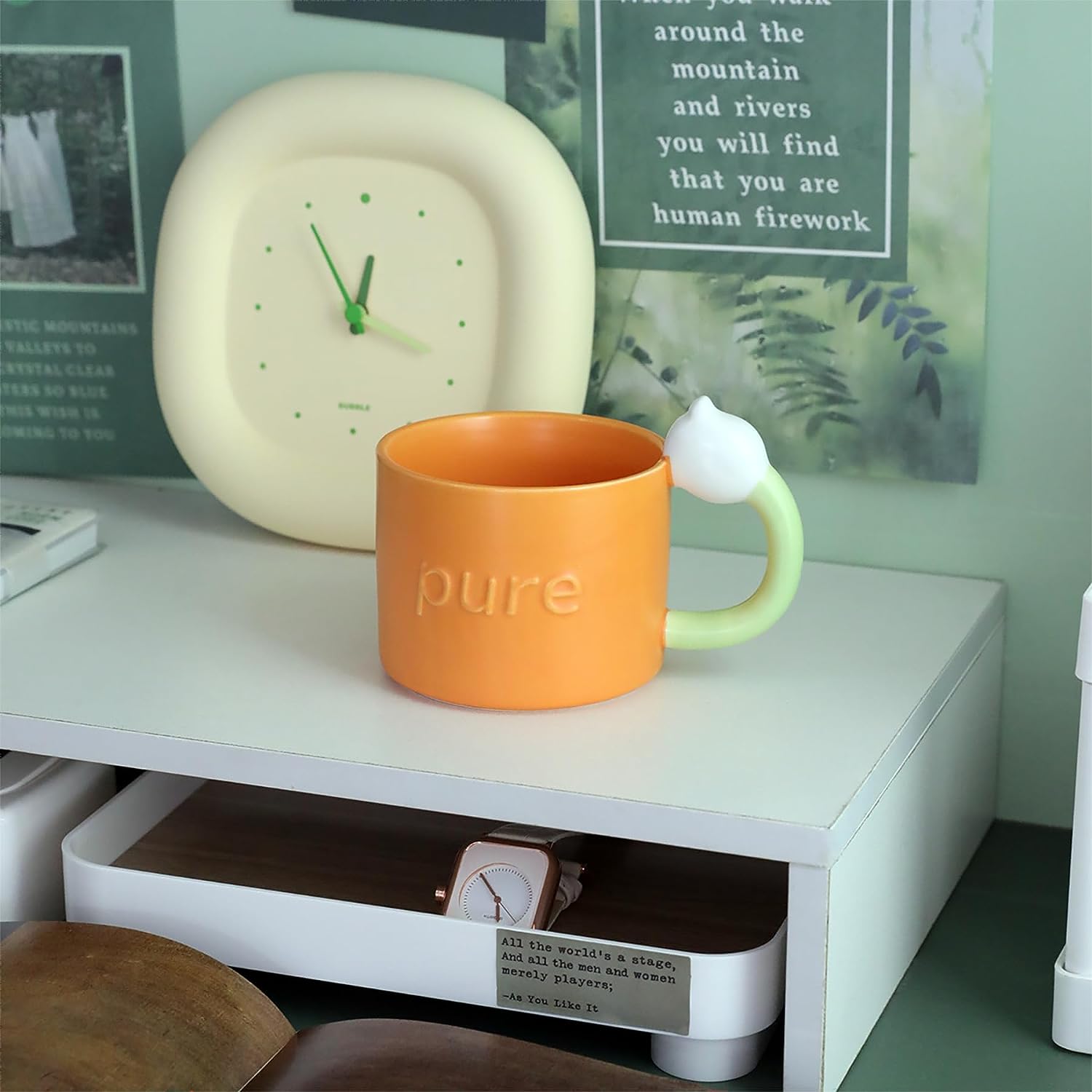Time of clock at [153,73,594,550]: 12:18
